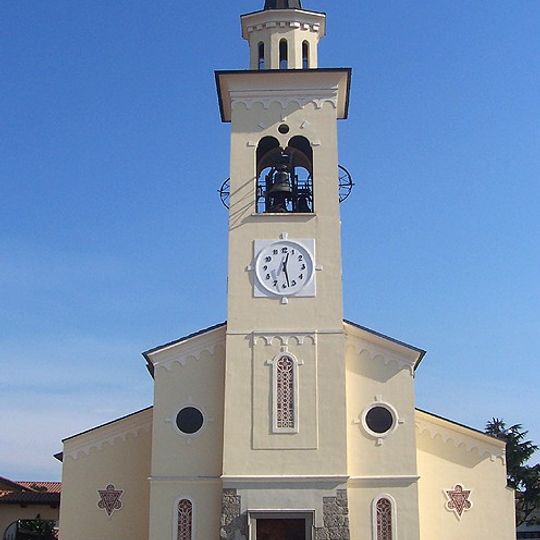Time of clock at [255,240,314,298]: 12:27
